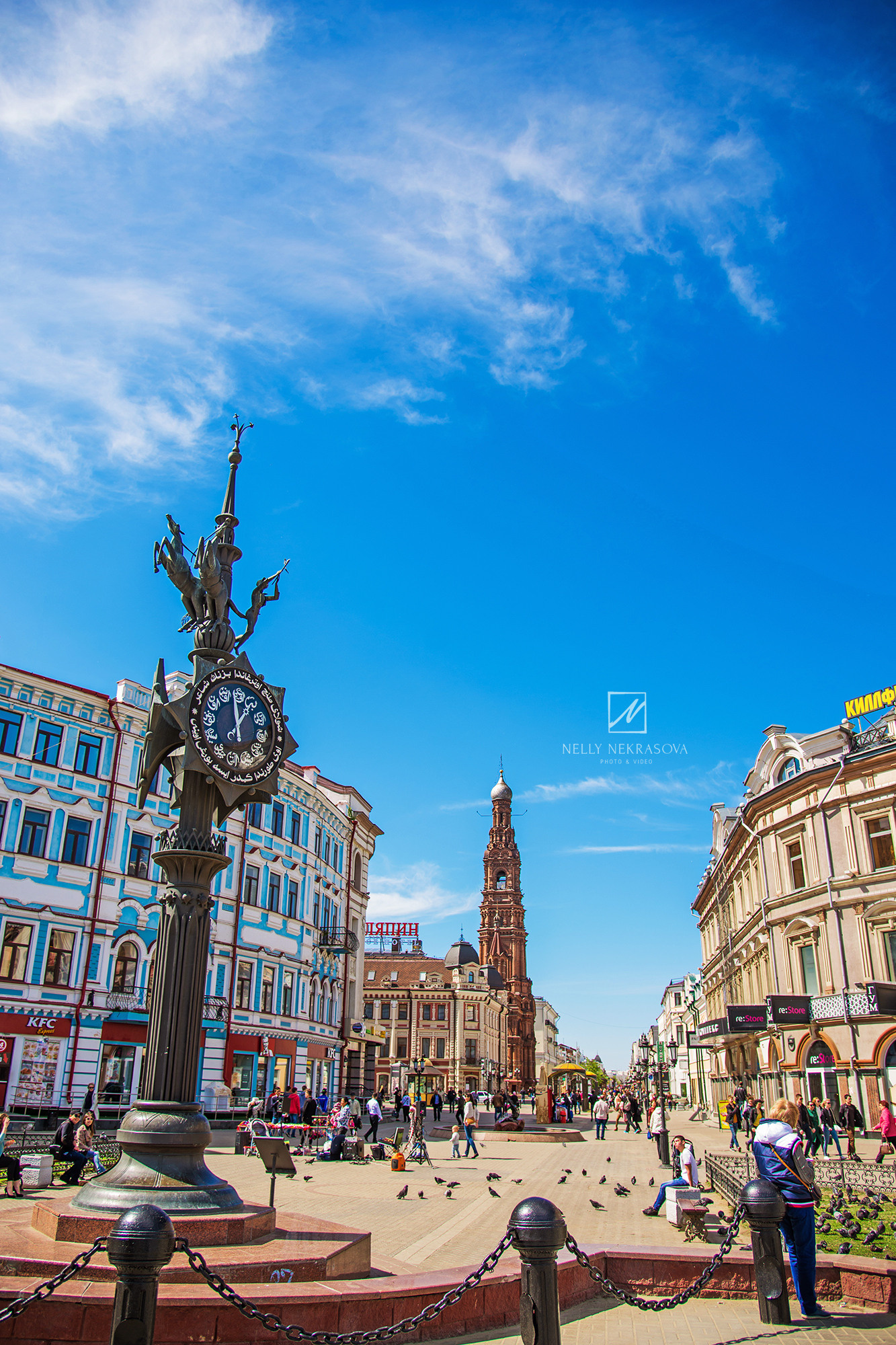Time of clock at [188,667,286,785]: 12:58
